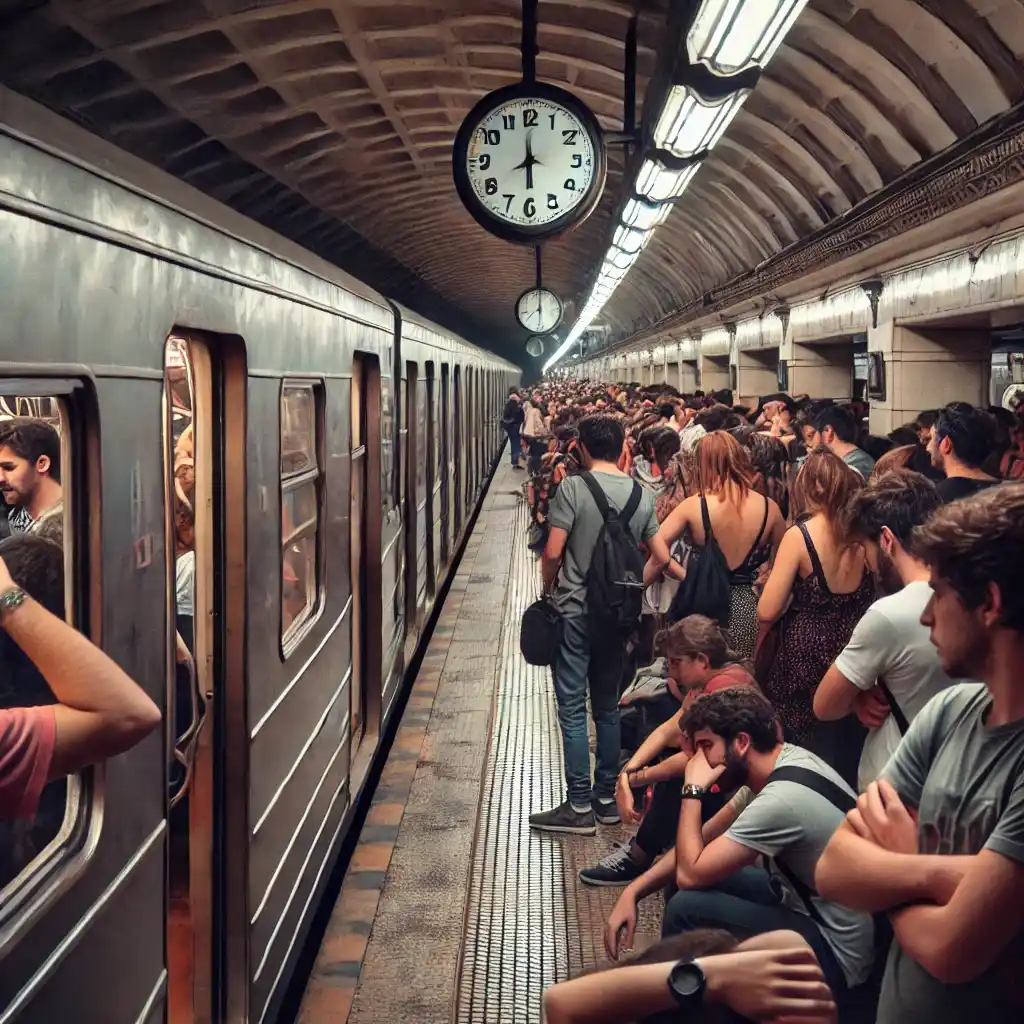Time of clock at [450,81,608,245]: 5:59
